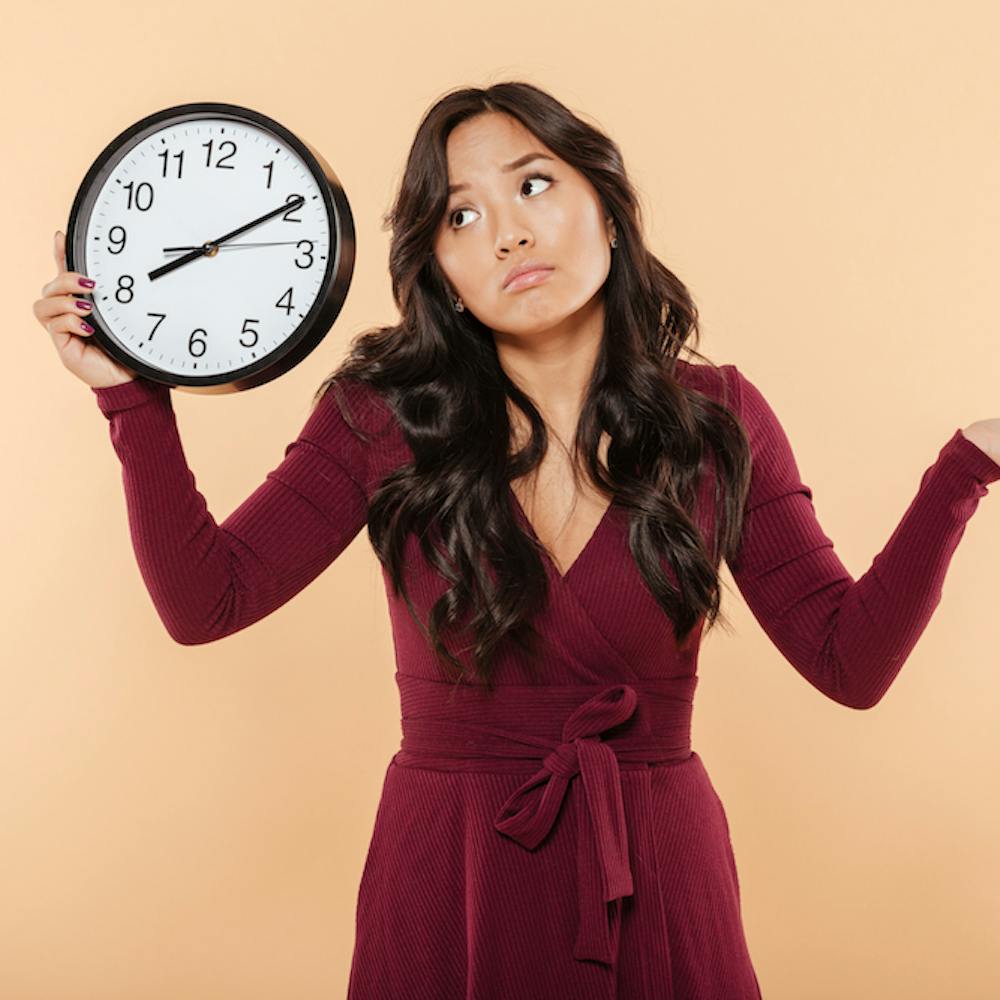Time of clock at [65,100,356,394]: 8:09
